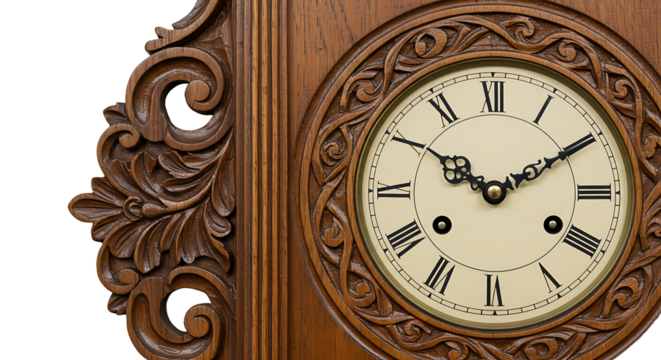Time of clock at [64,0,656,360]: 10:10
